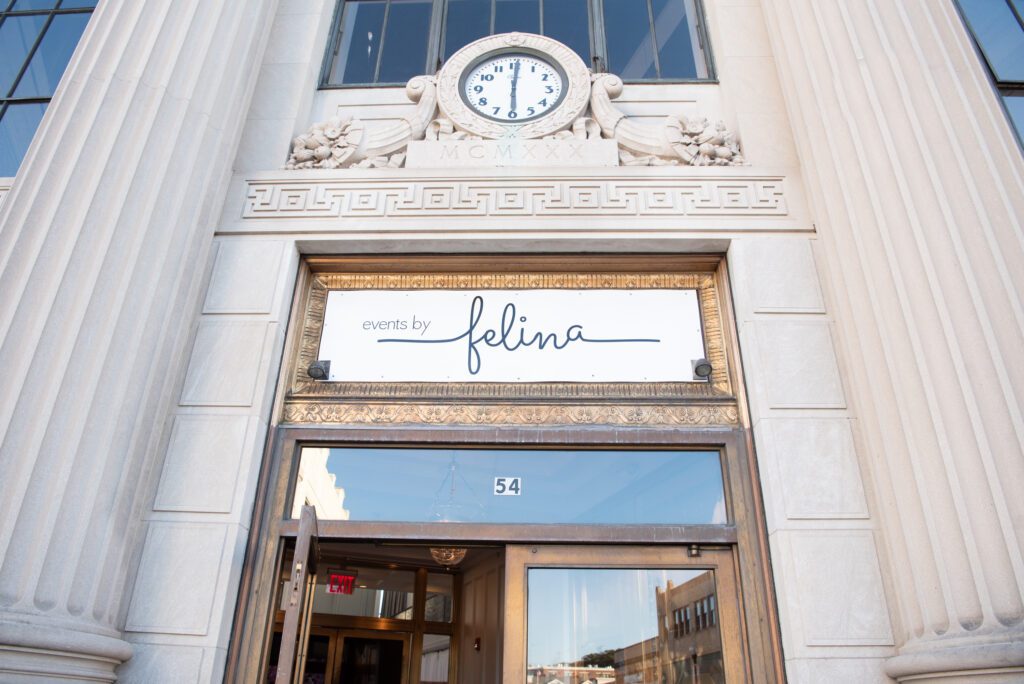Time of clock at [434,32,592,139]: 6:00
